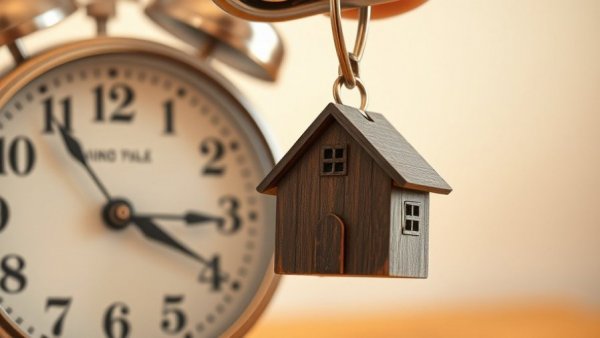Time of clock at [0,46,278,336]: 3:54
